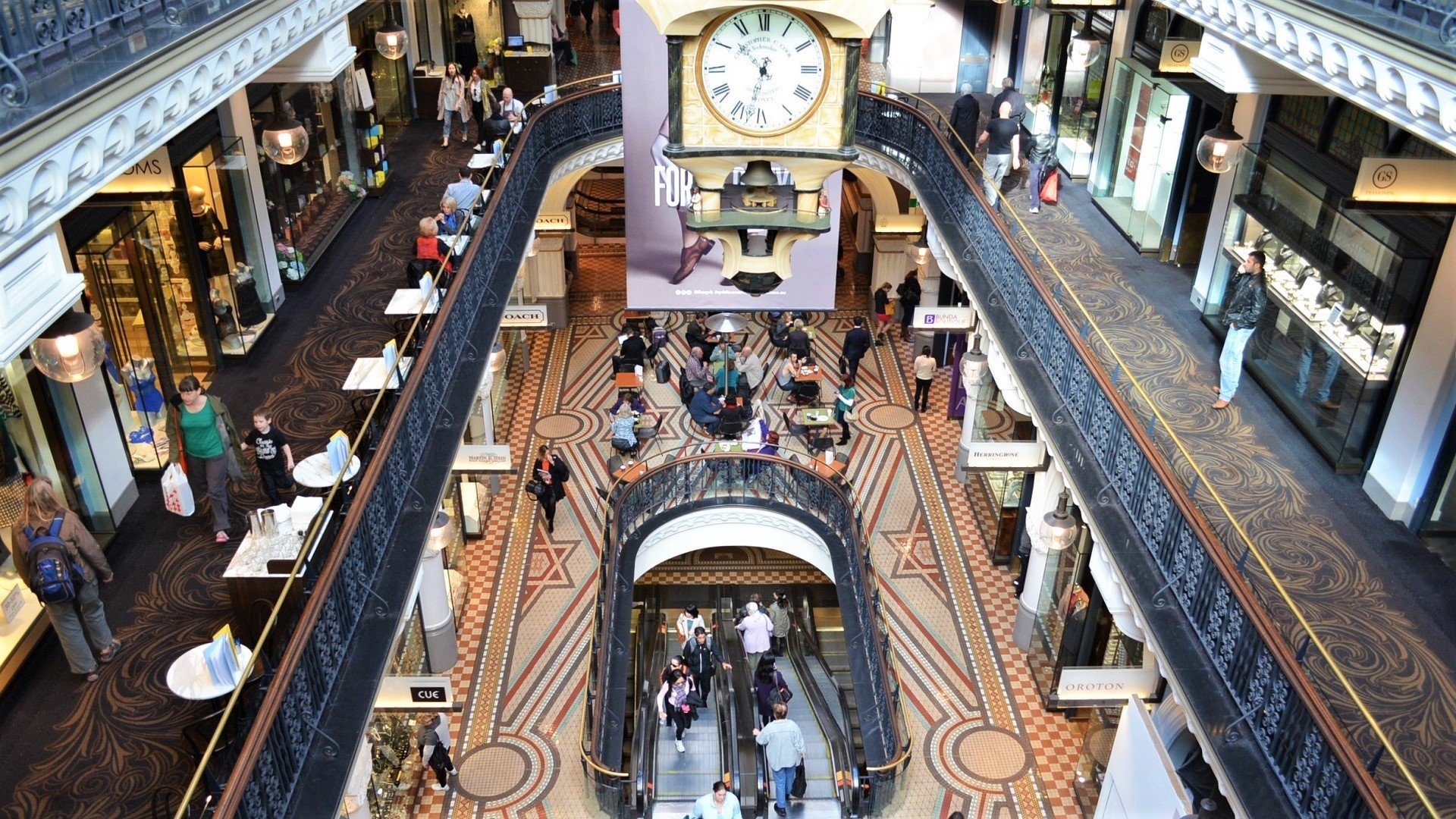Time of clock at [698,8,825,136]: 10:32
